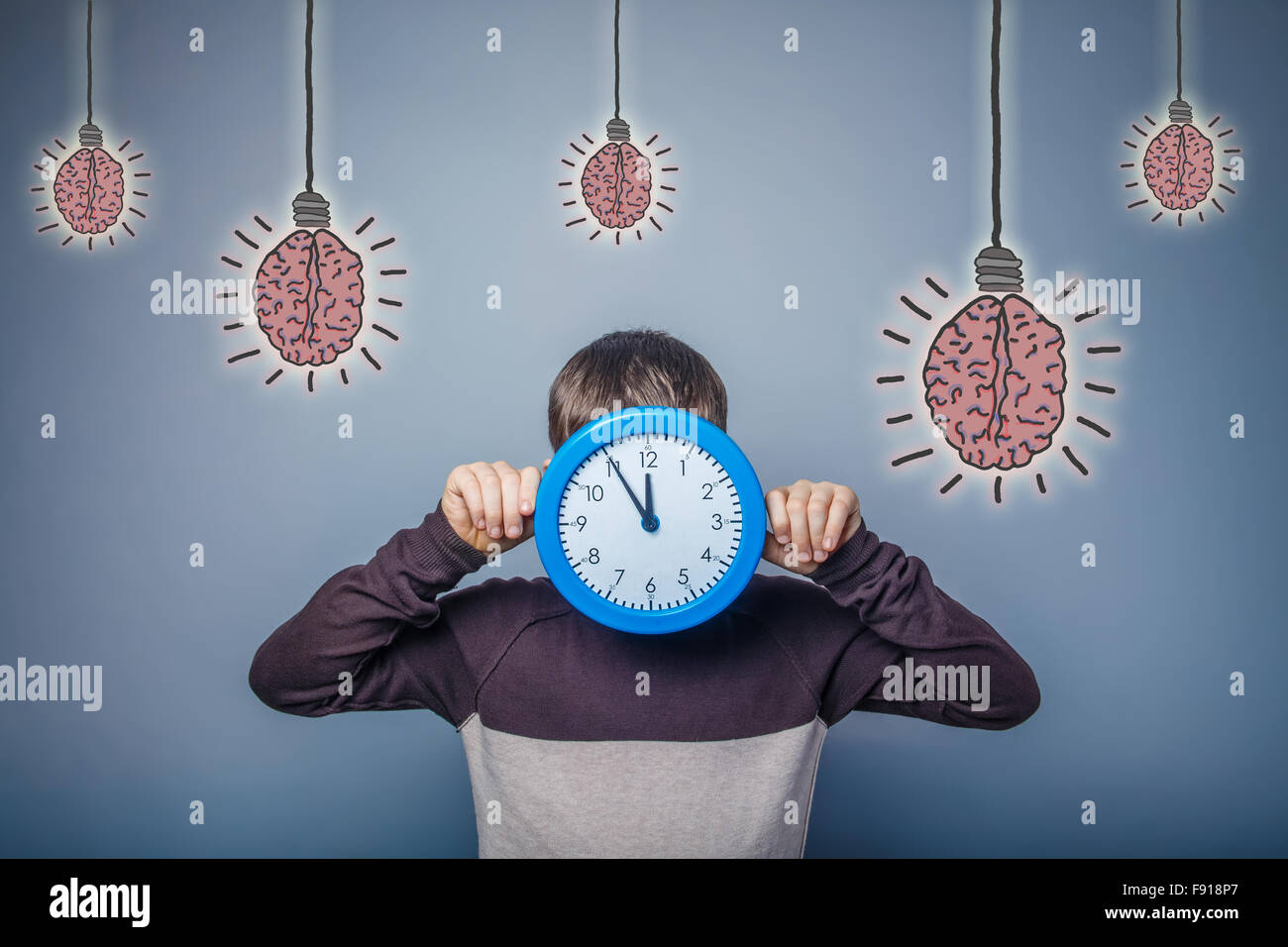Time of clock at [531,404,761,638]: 11:54
